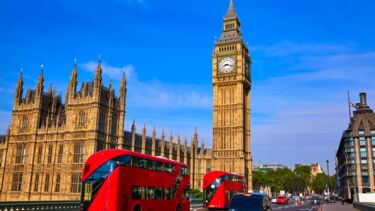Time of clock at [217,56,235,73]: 8:17
